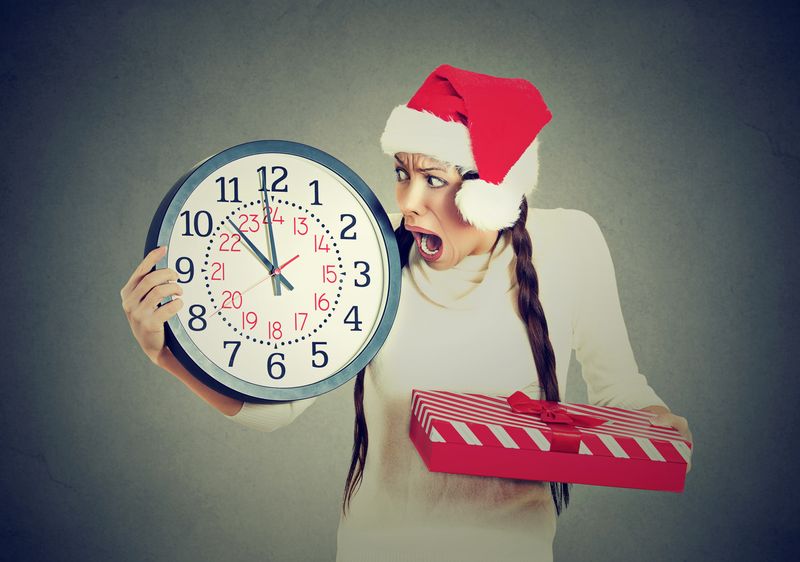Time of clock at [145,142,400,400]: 11:52
